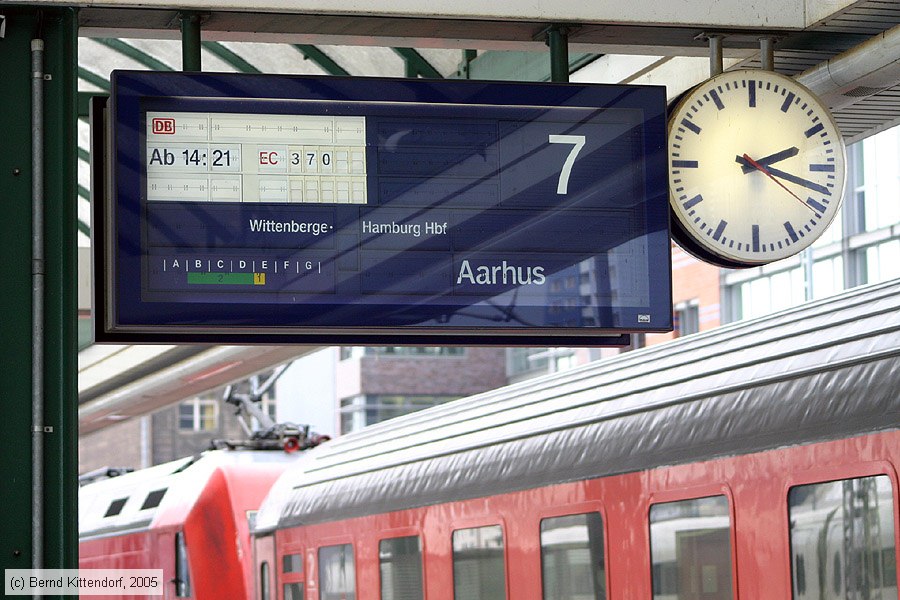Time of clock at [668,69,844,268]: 2:18
